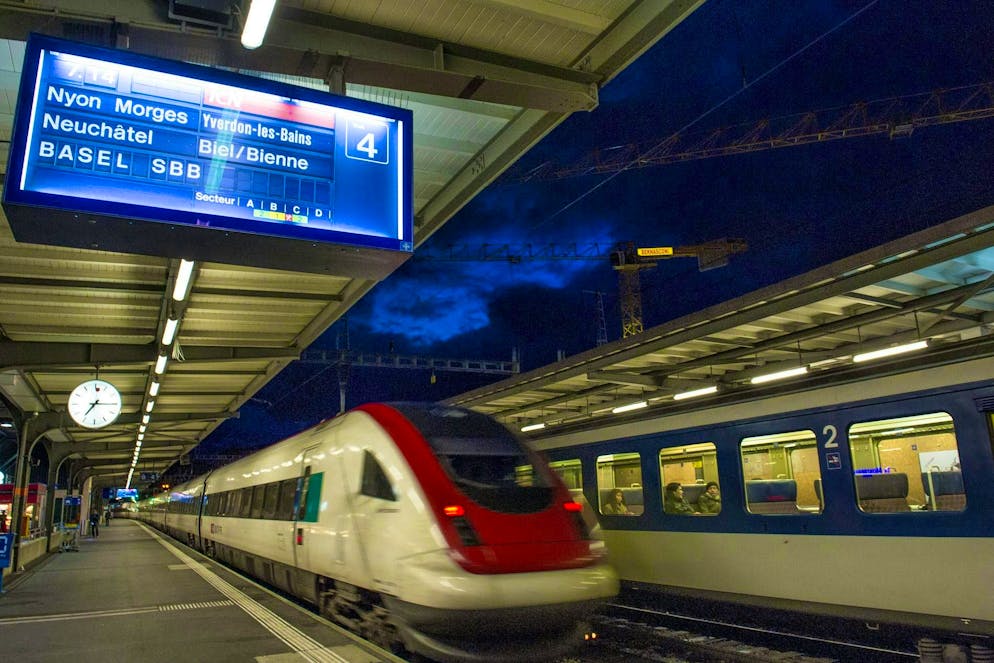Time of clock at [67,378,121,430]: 7:15
